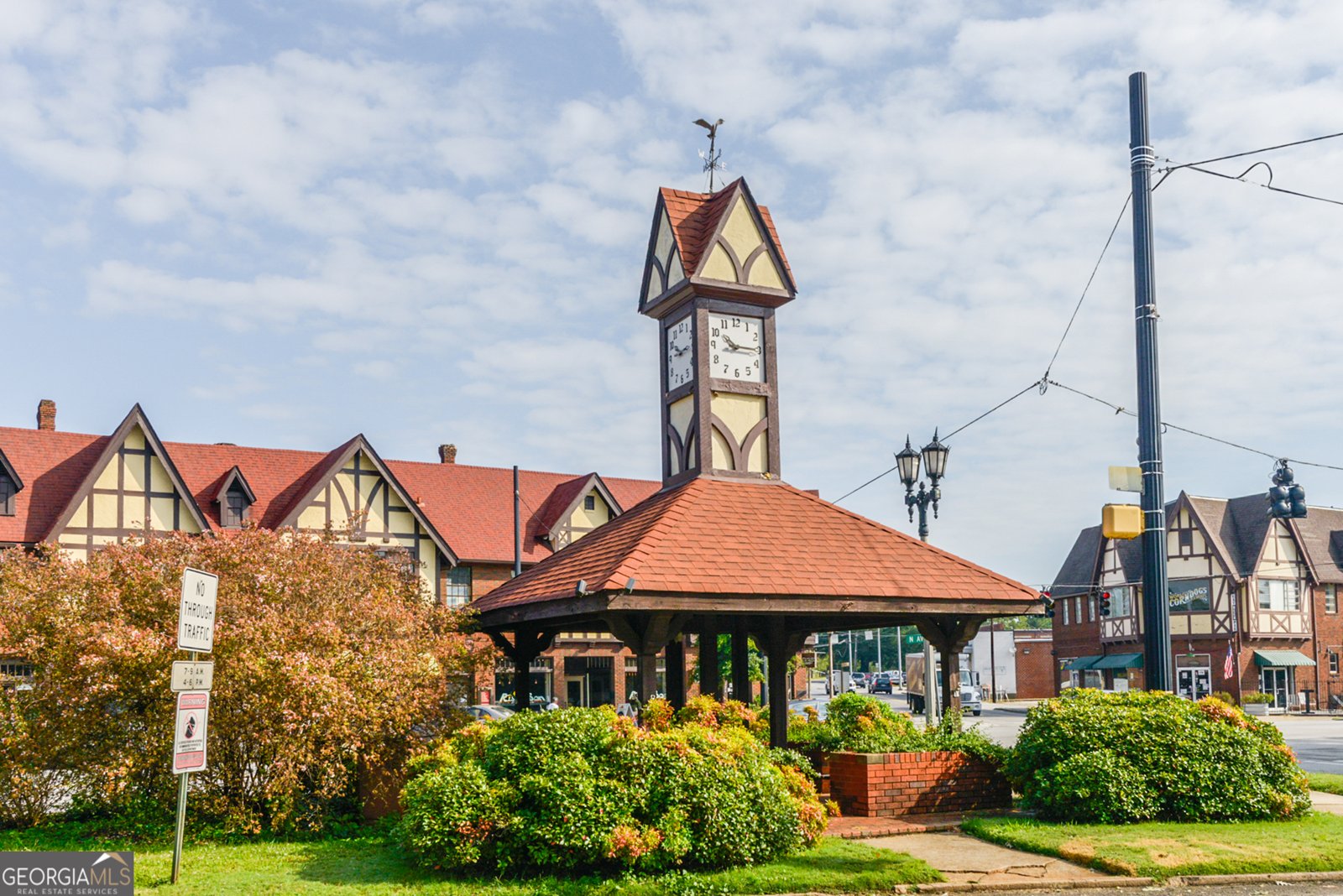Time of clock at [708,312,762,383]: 10:14
